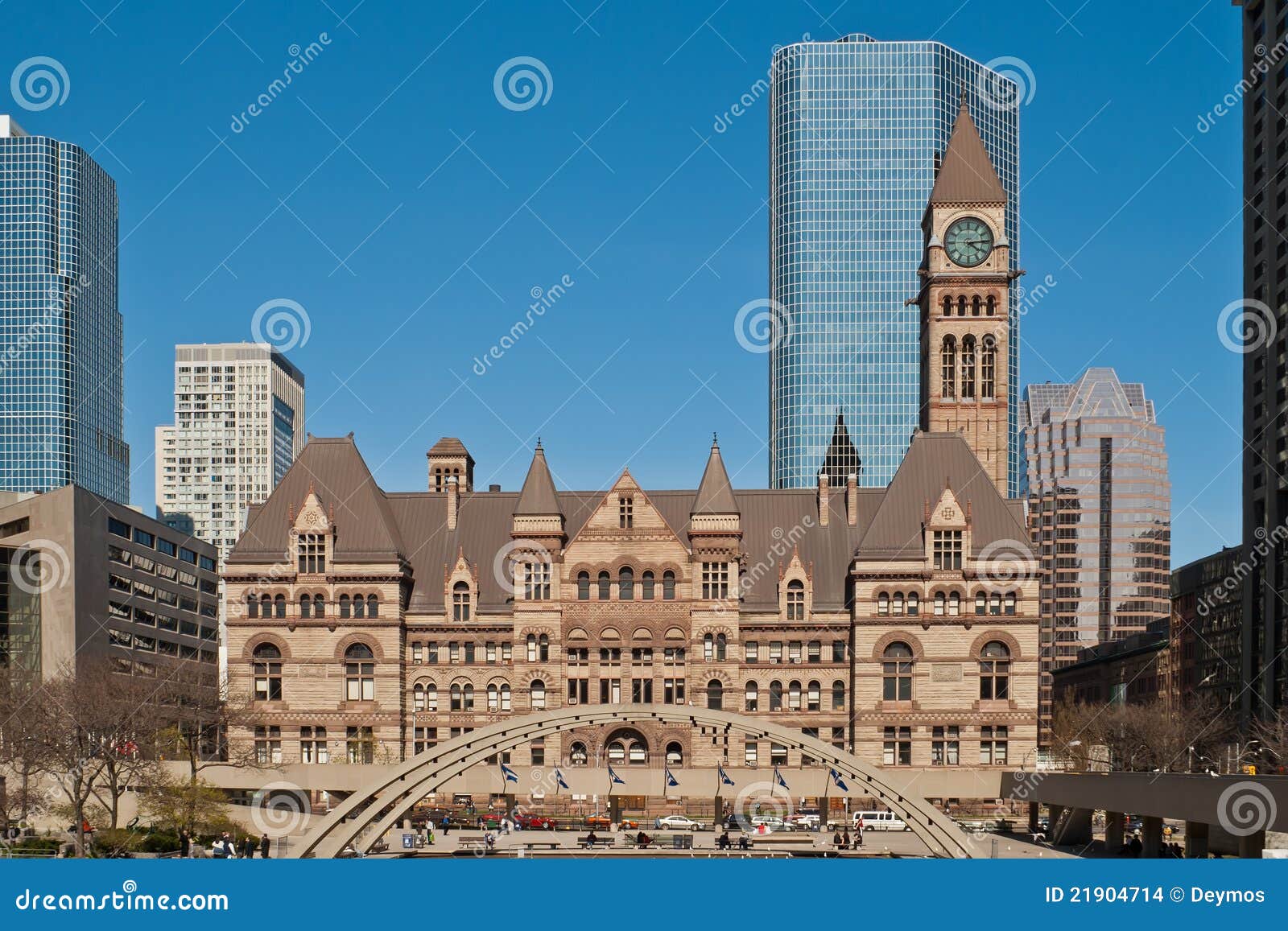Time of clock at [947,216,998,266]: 4:14
